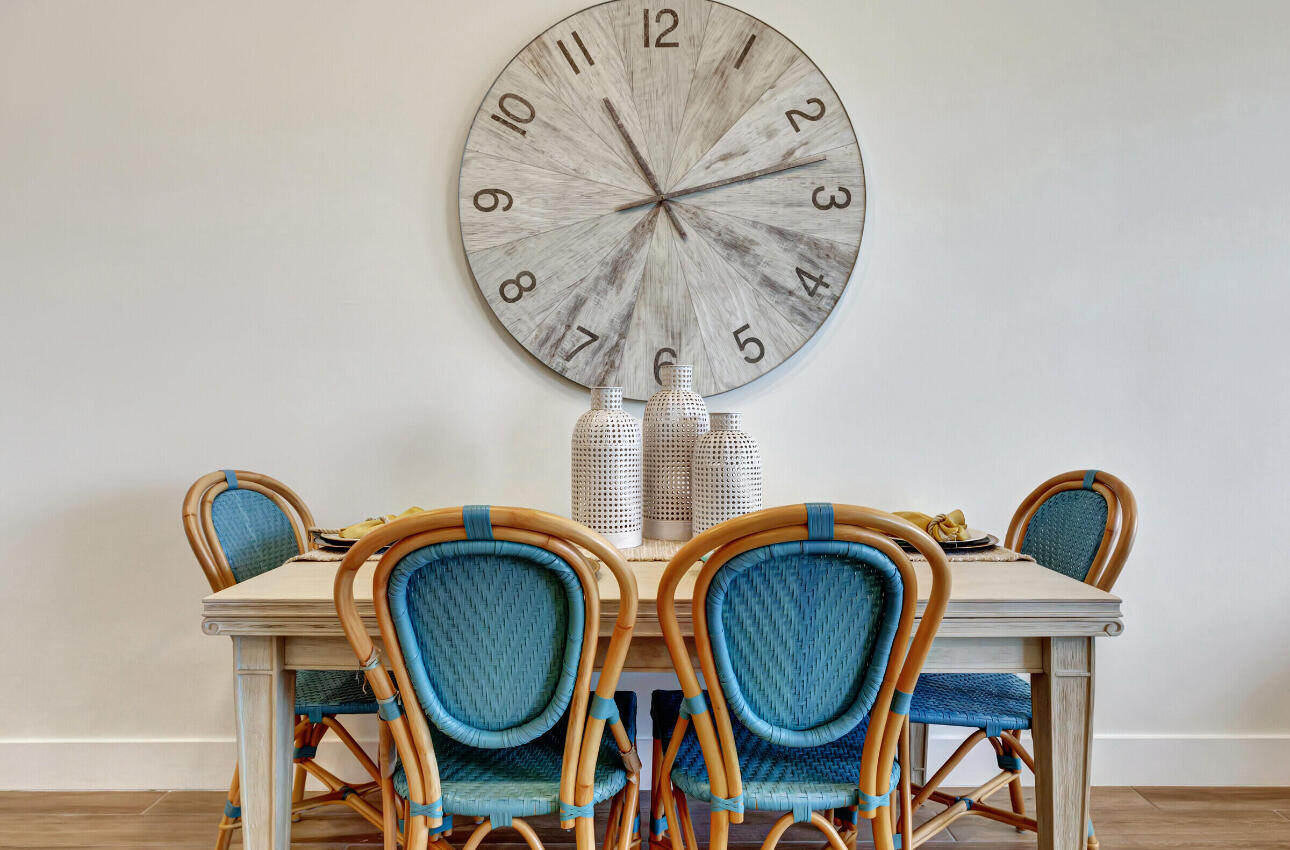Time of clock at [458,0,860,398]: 11:12
